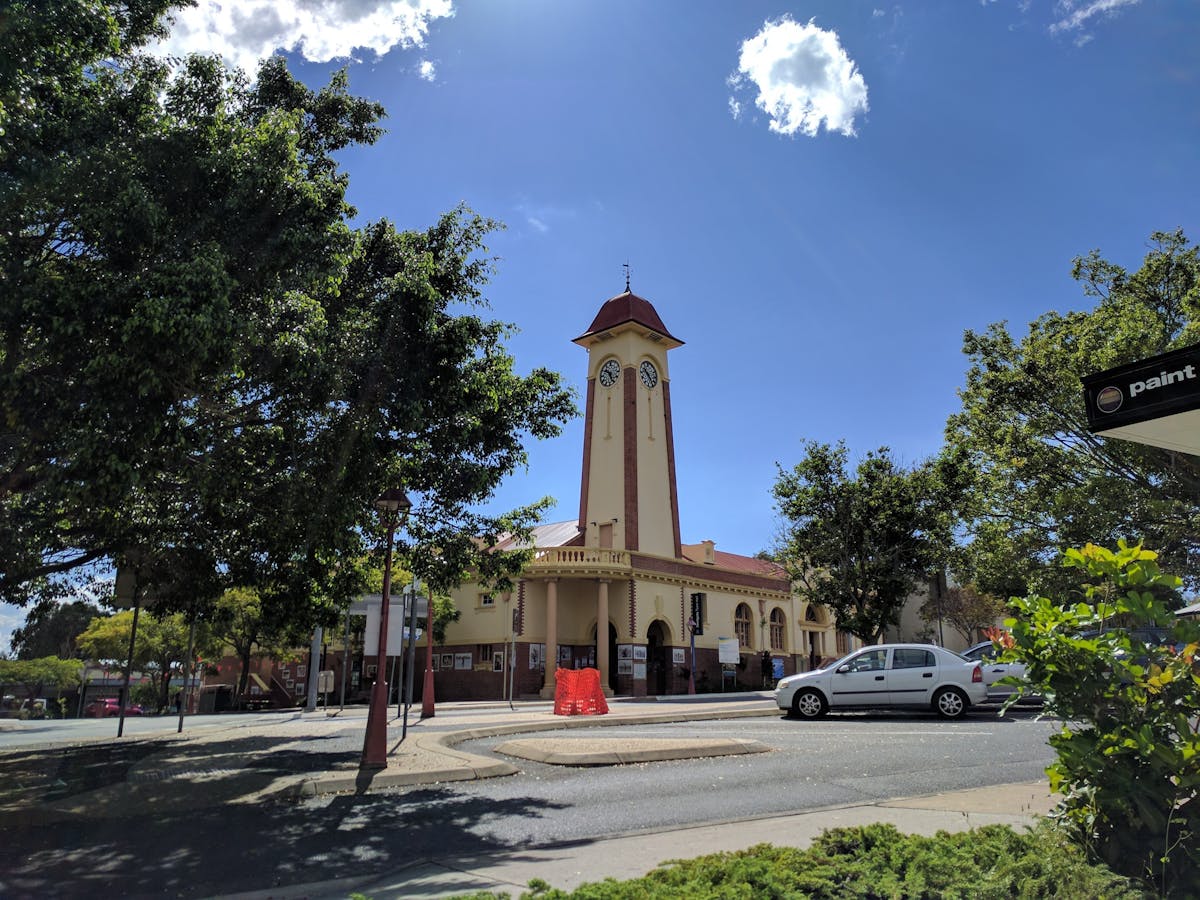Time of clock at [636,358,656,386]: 10:24
